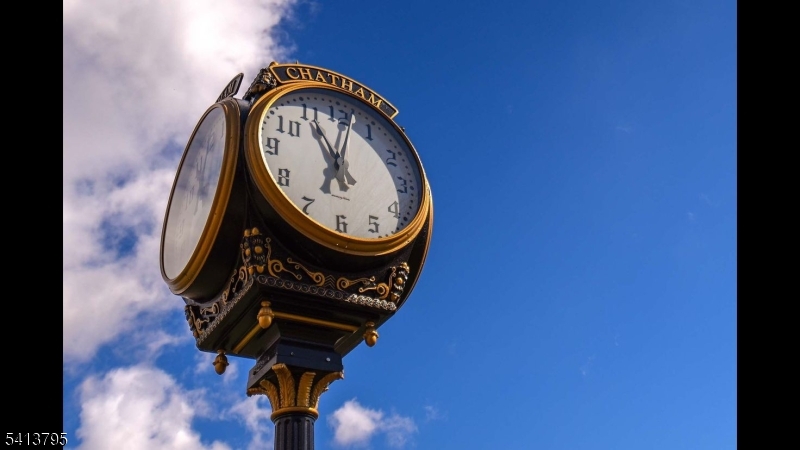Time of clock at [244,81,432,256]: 11:02
